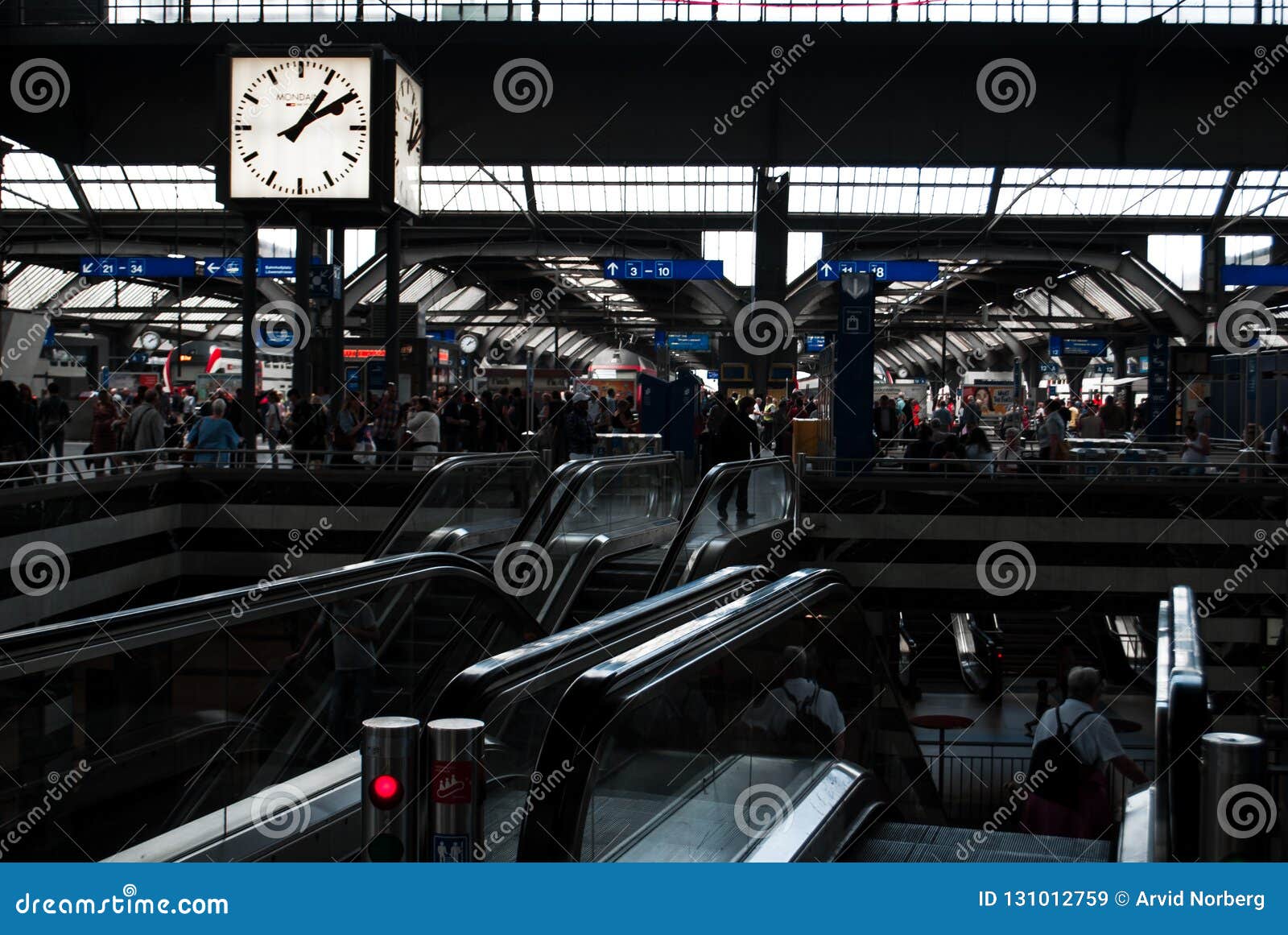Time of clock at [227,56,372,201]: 1:09
